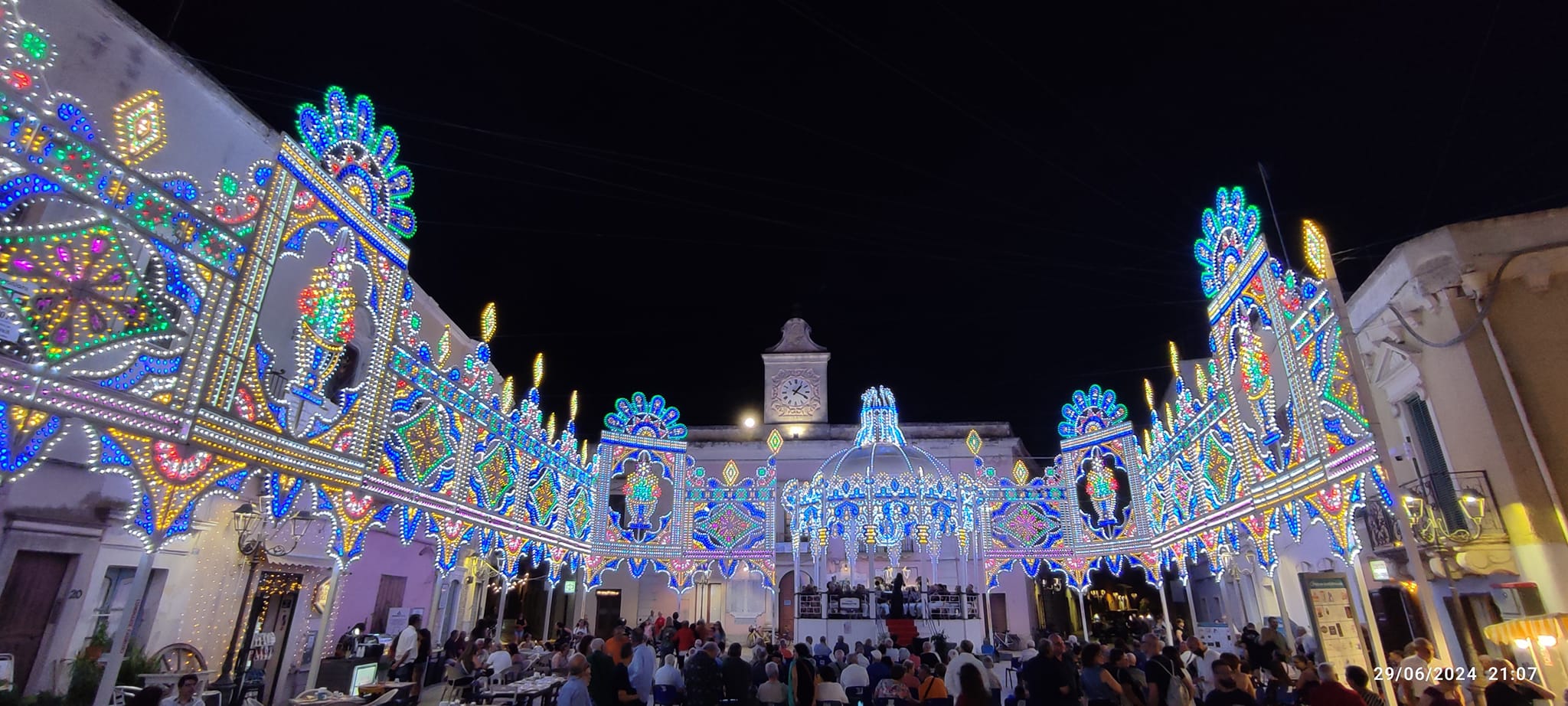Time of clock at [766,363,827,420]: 1:18
